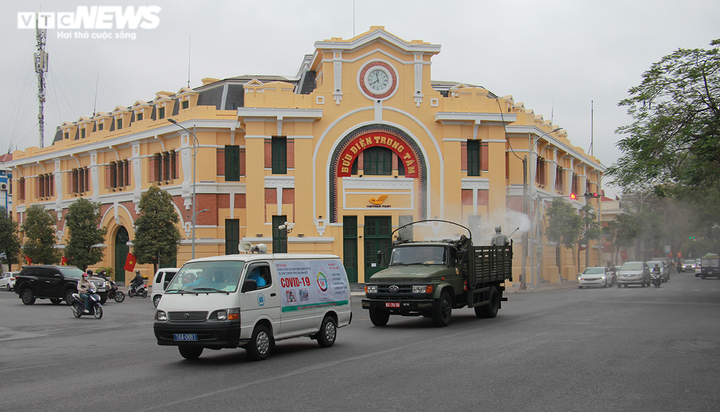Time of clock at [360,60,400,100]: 7:58
